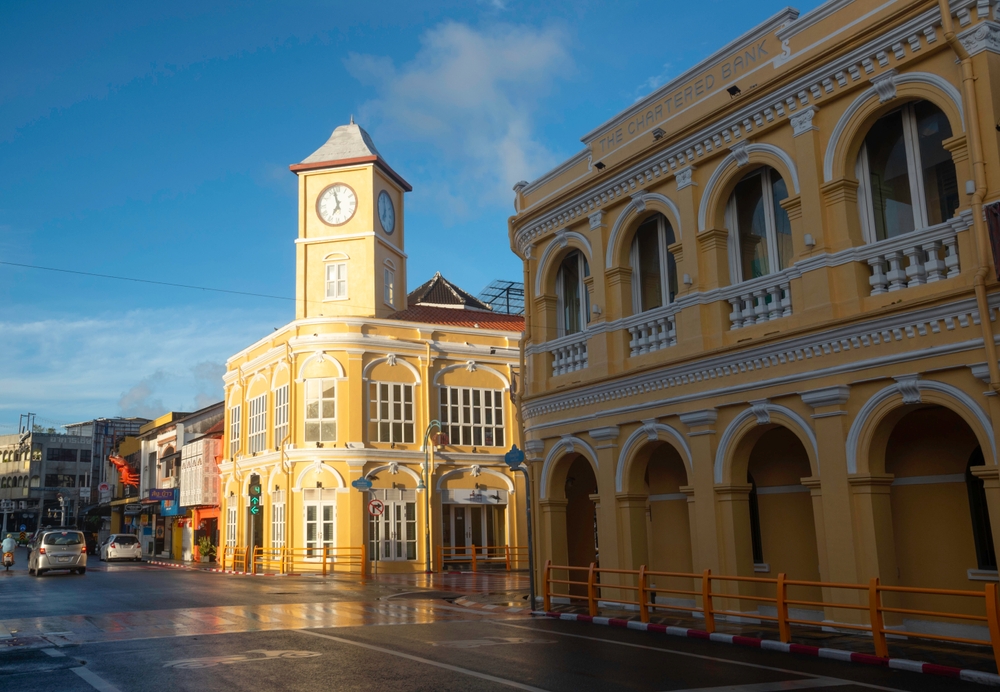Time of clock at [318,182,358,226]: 6:57
